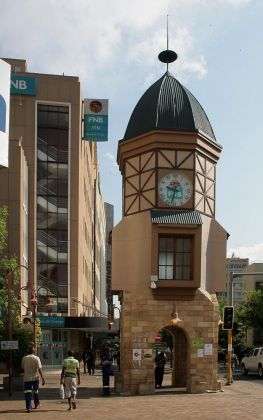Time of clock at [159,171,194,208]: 9:33
